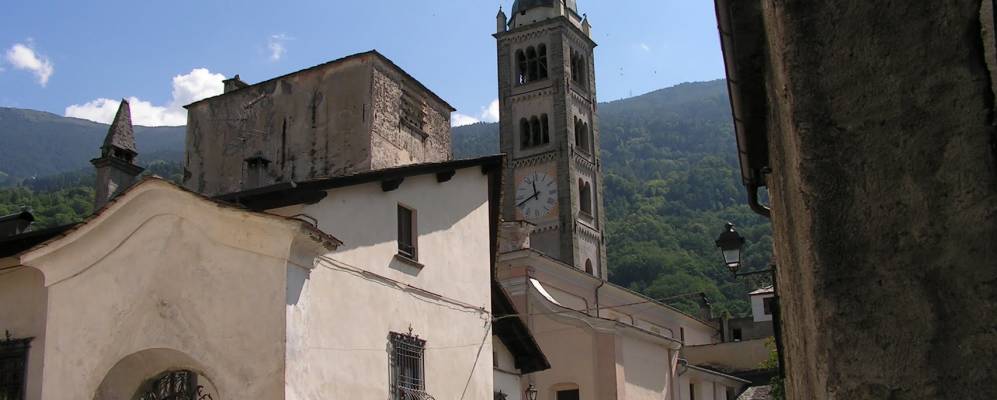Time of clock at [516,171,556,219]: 11:40
